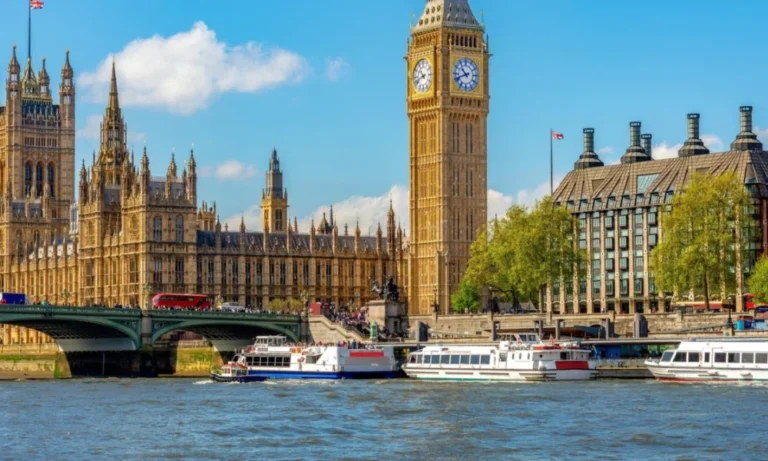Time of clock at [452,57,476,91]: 10:41
